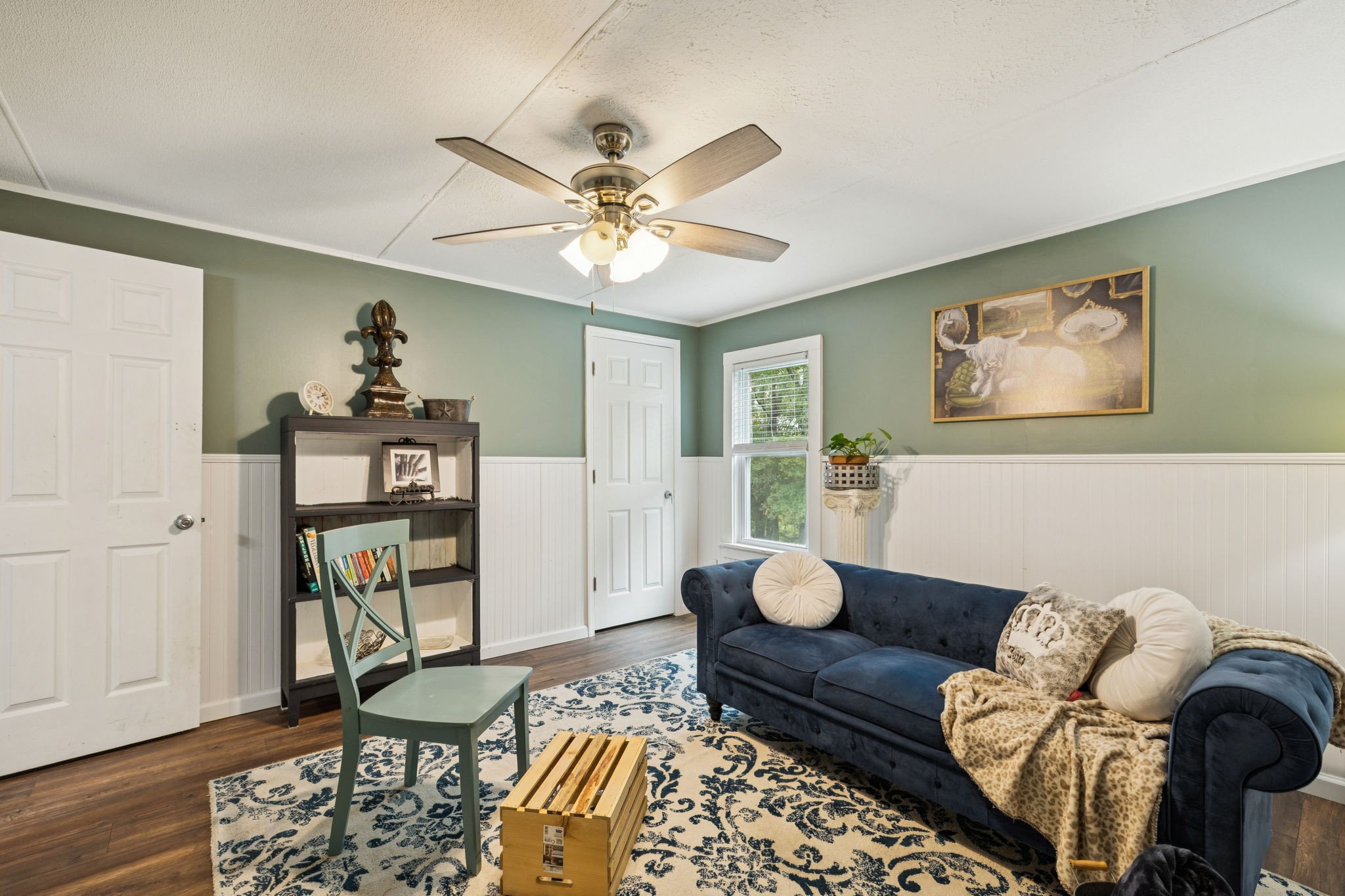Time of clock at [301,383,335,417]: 2:11
